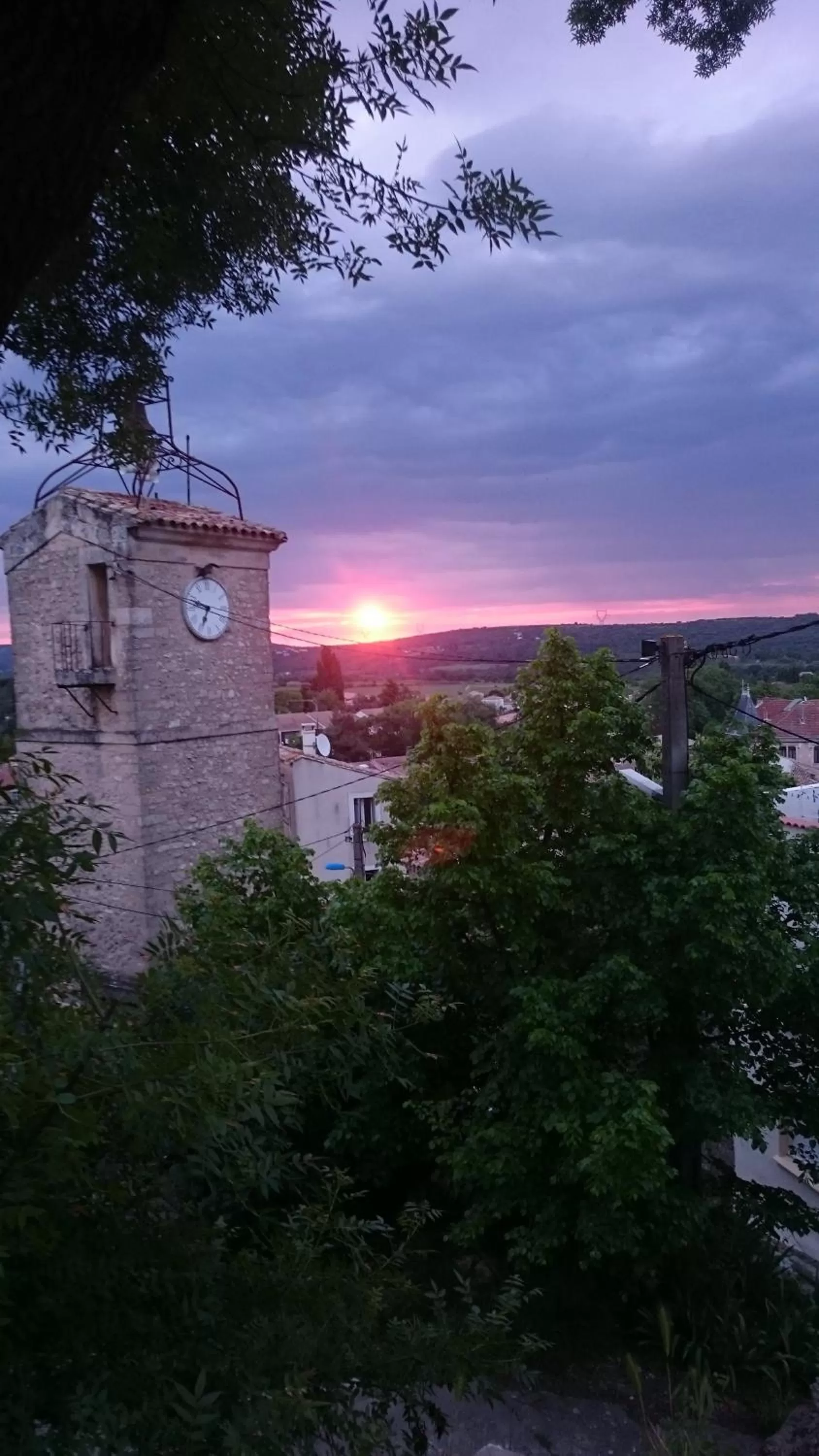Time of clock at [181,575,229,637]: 6:48
